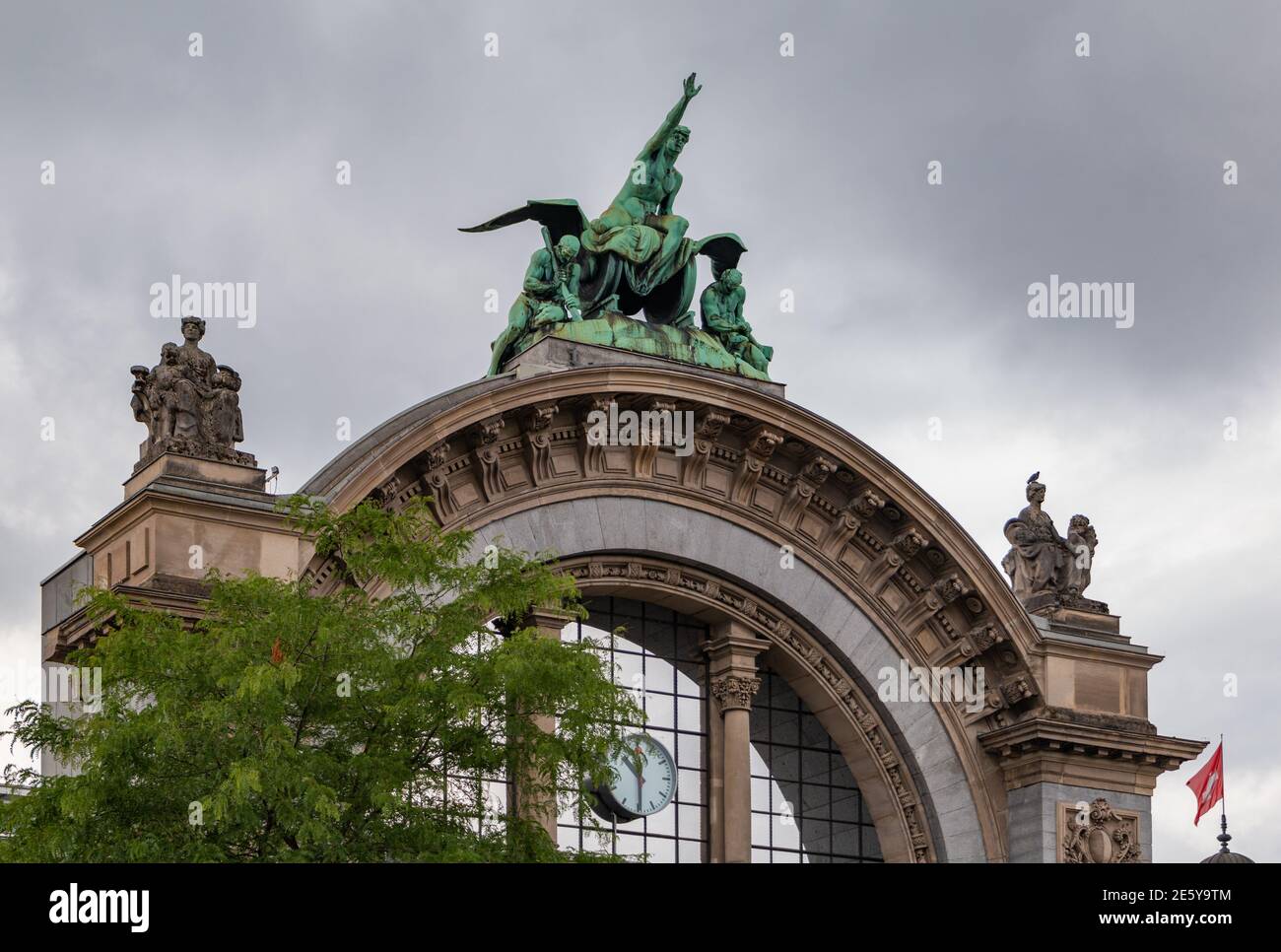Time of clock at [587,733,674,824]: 12:29
